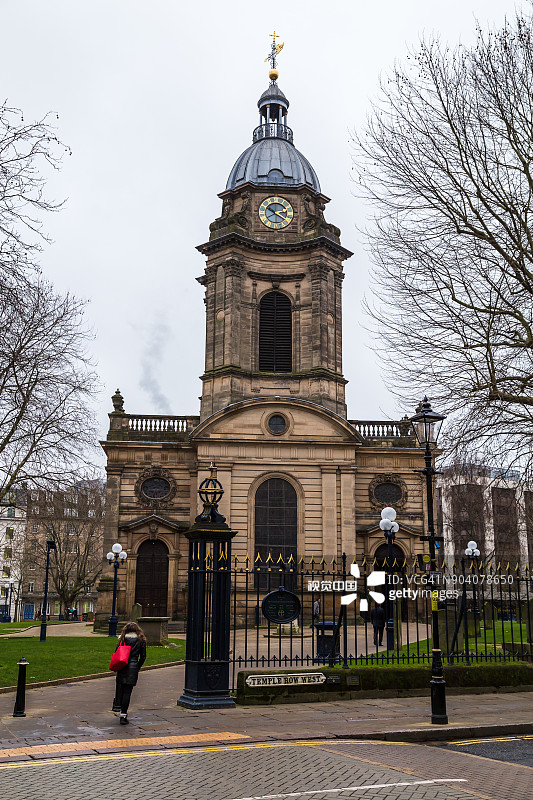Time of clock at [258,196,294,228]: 10:20
